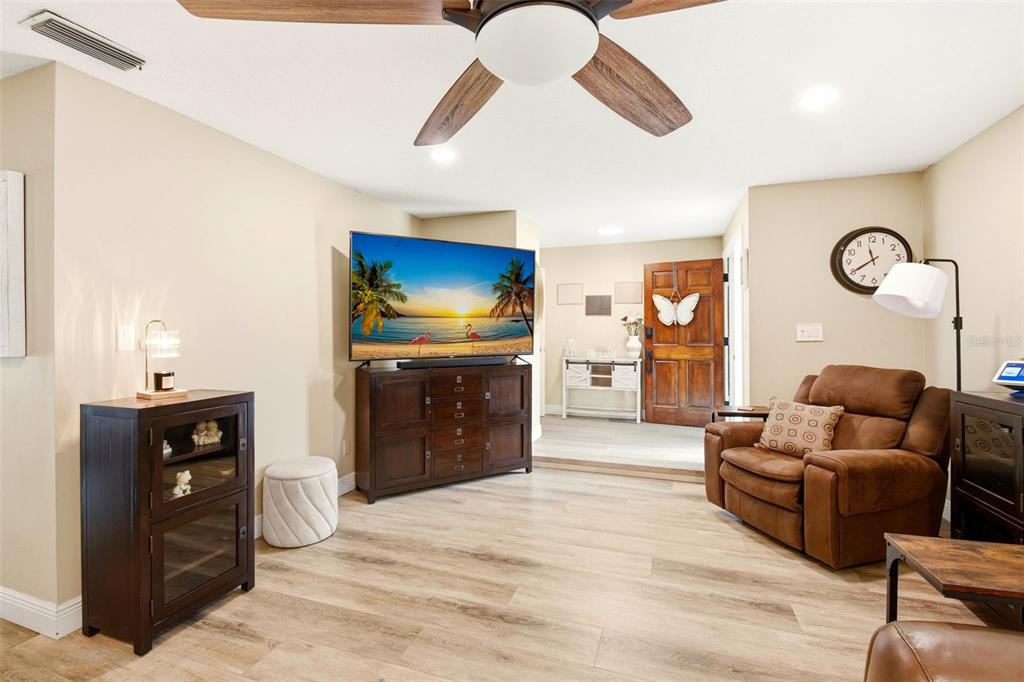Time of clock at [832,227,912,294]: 11:40
